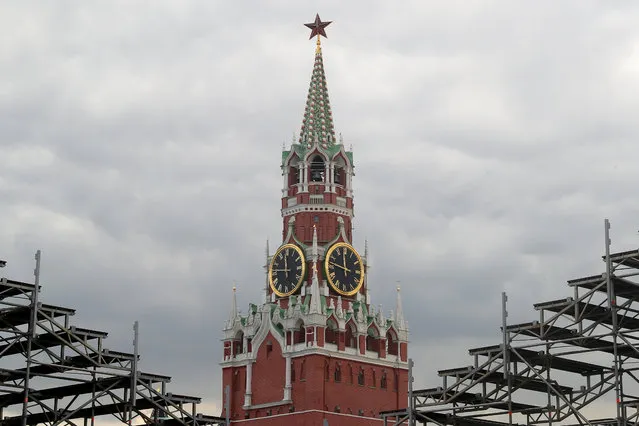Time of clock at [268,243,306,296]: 11:46
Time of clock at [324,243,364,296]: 11:46
